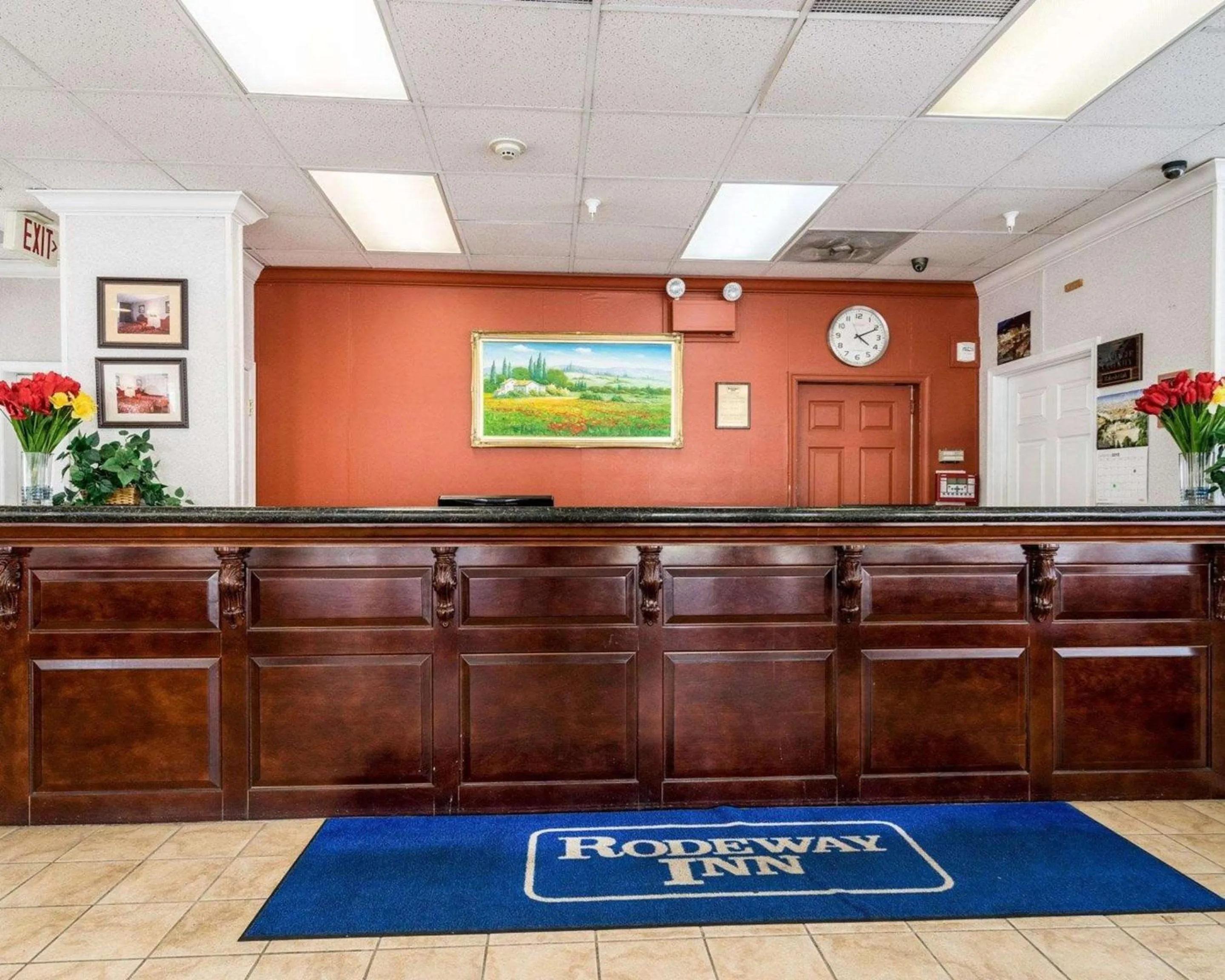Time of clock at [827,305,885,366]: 4:10
